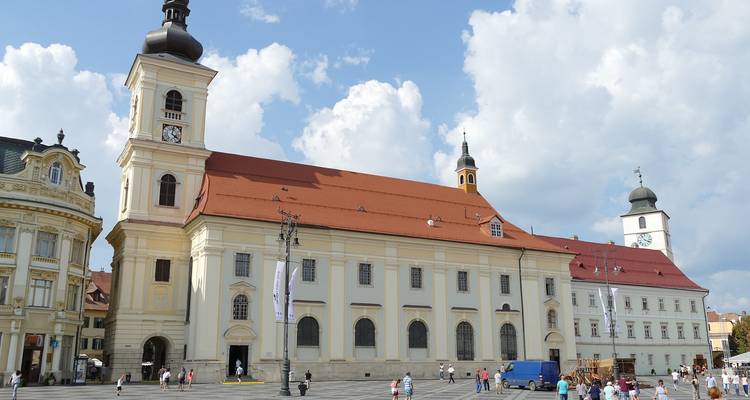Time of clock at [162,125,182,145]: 4:01
